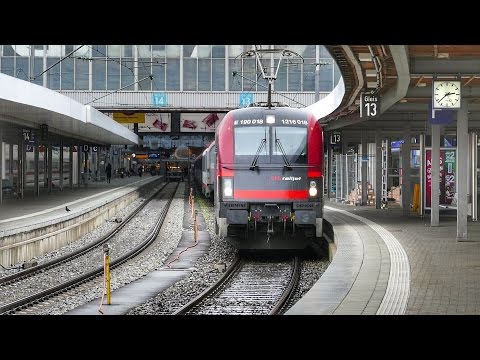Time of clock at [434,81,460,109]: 2:38
